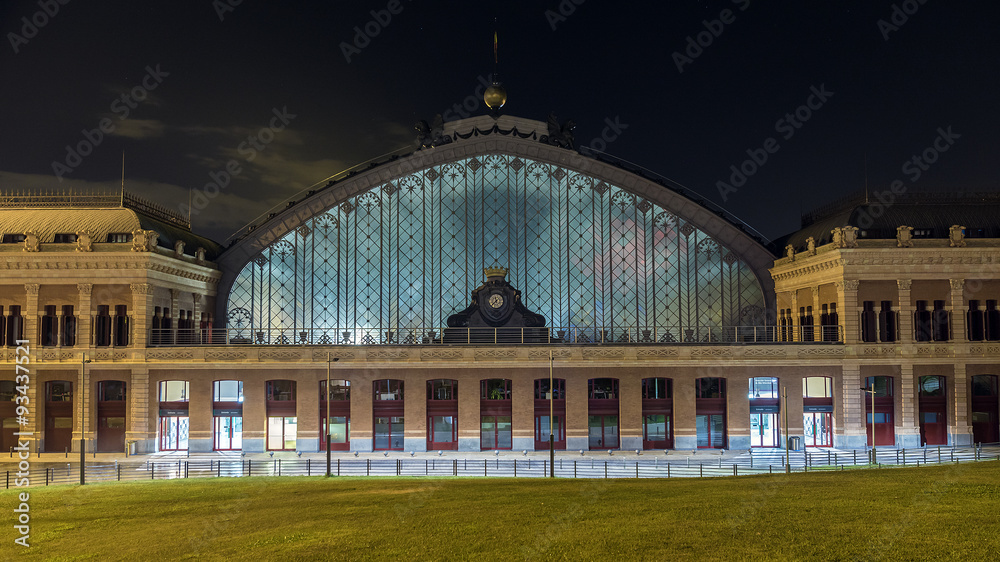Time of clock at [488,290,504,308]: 11:37
